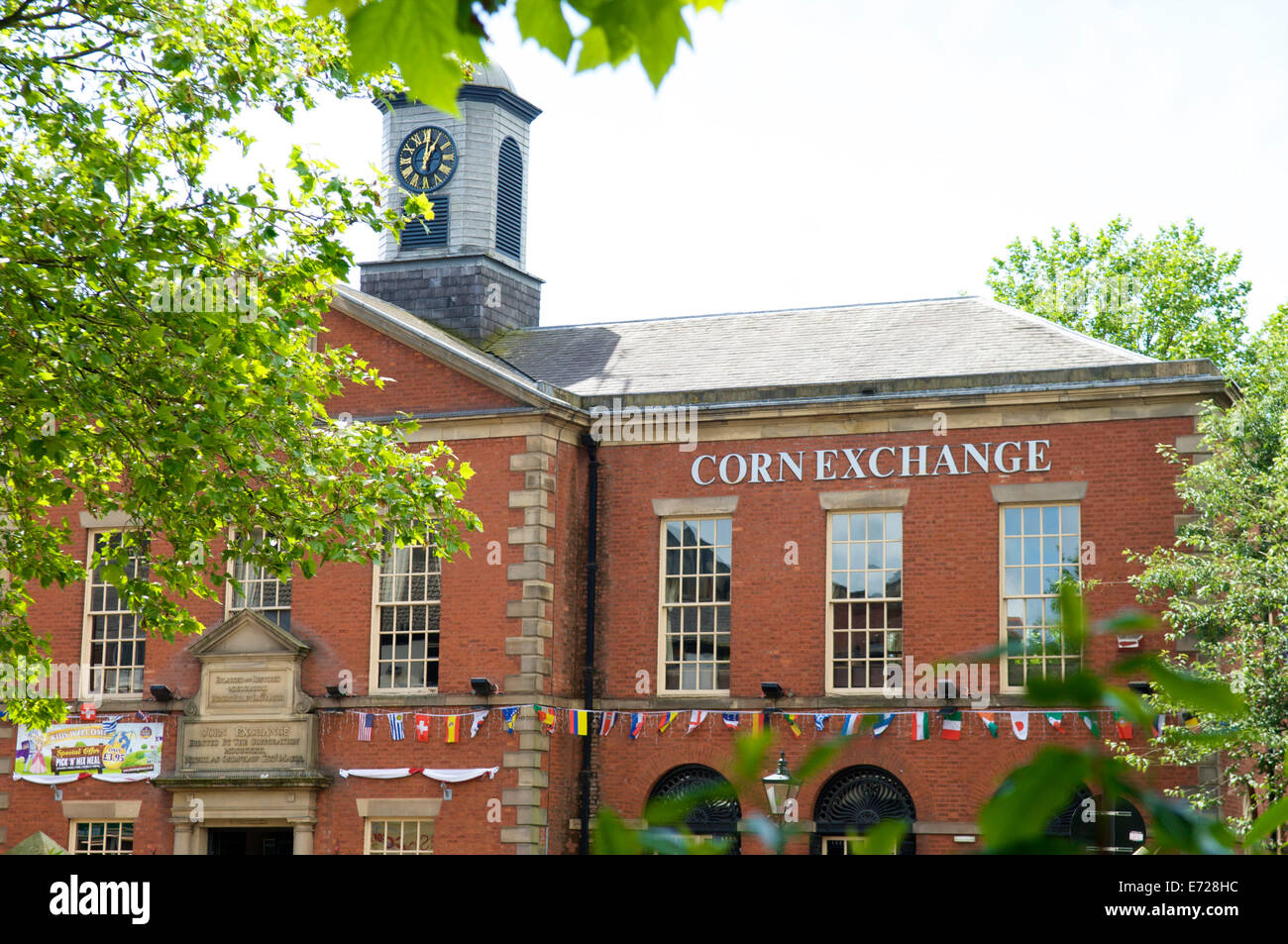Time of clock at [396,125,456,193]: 1:01
